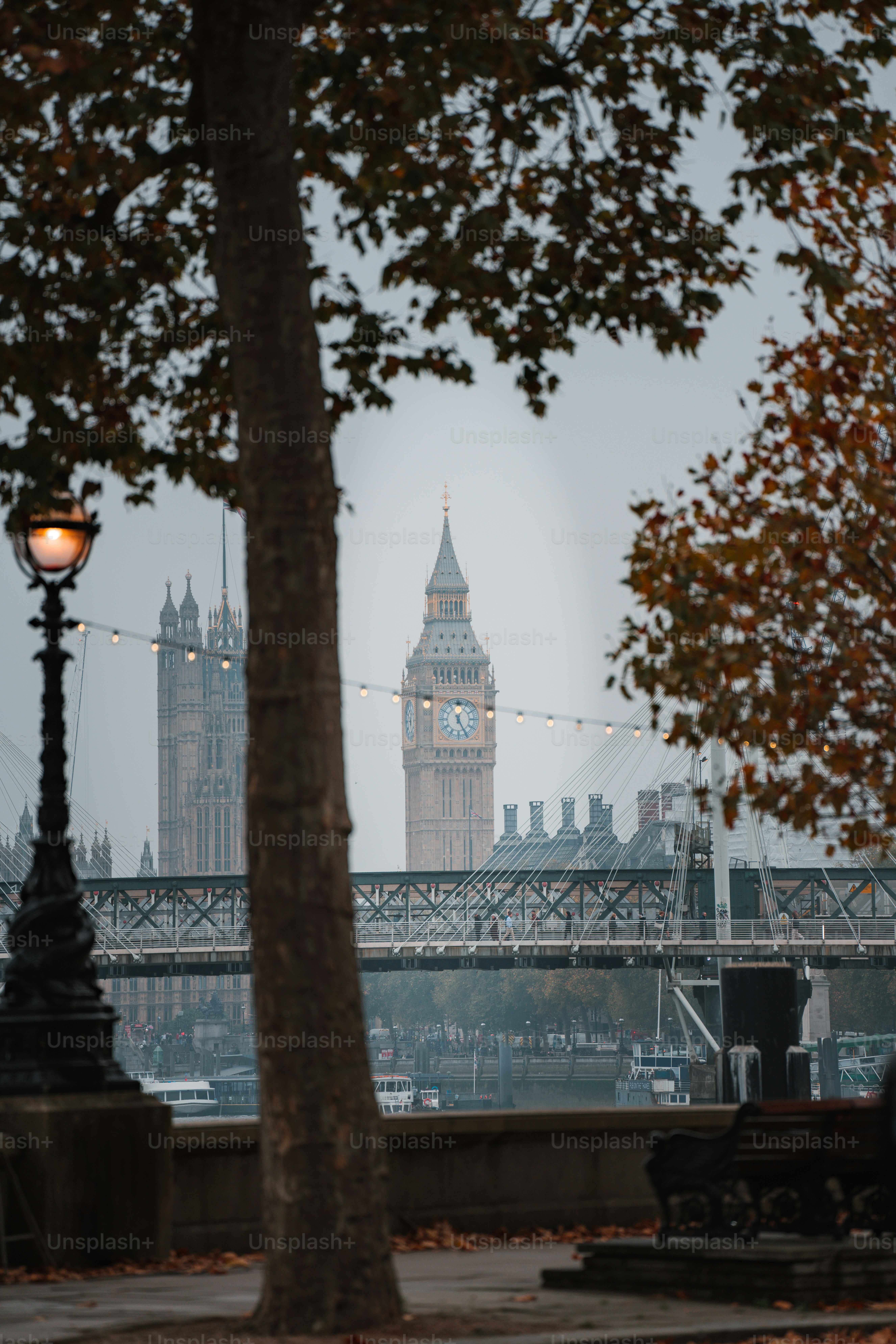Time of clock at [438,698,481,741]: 12:25
